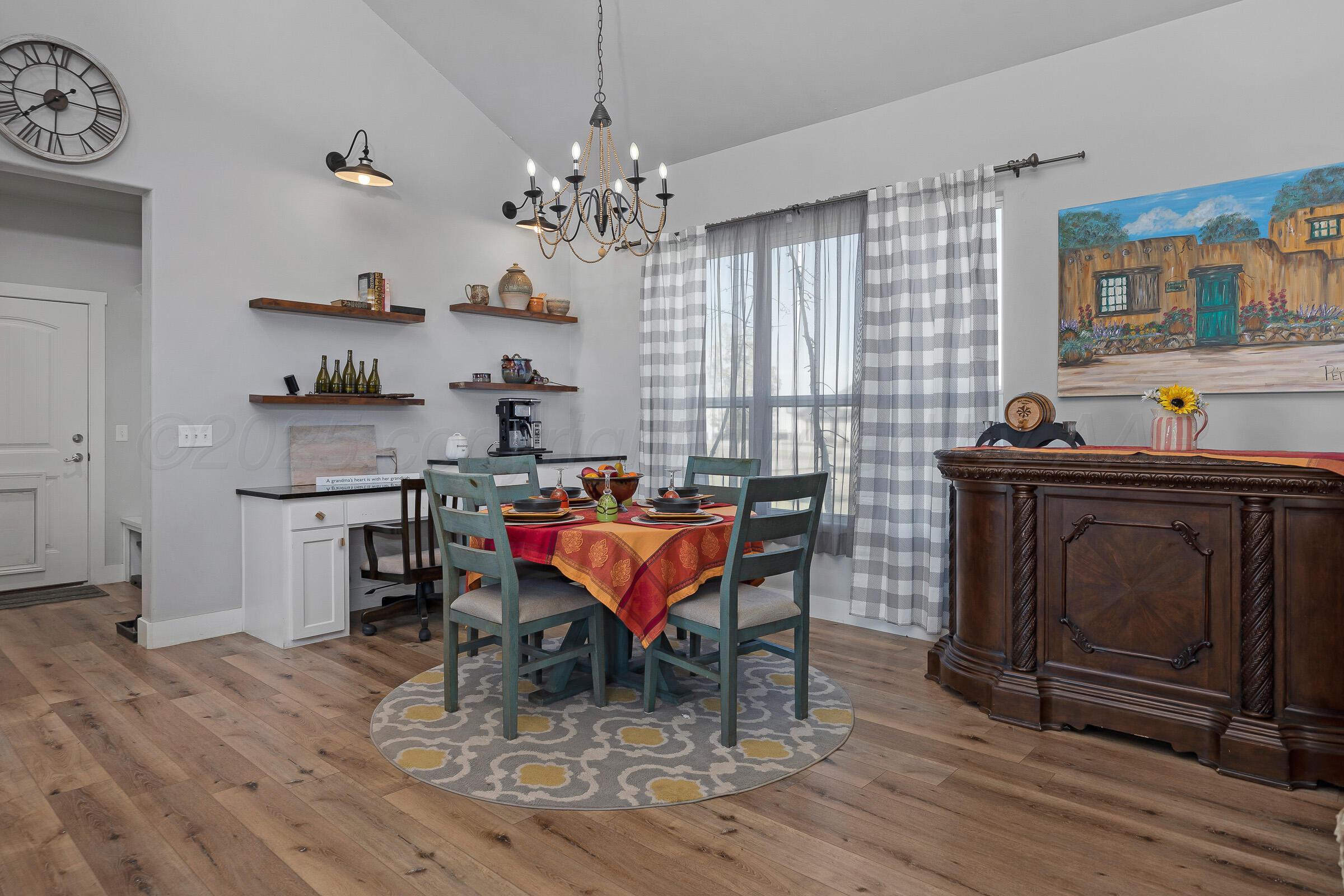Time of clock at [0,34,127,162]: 7:38
